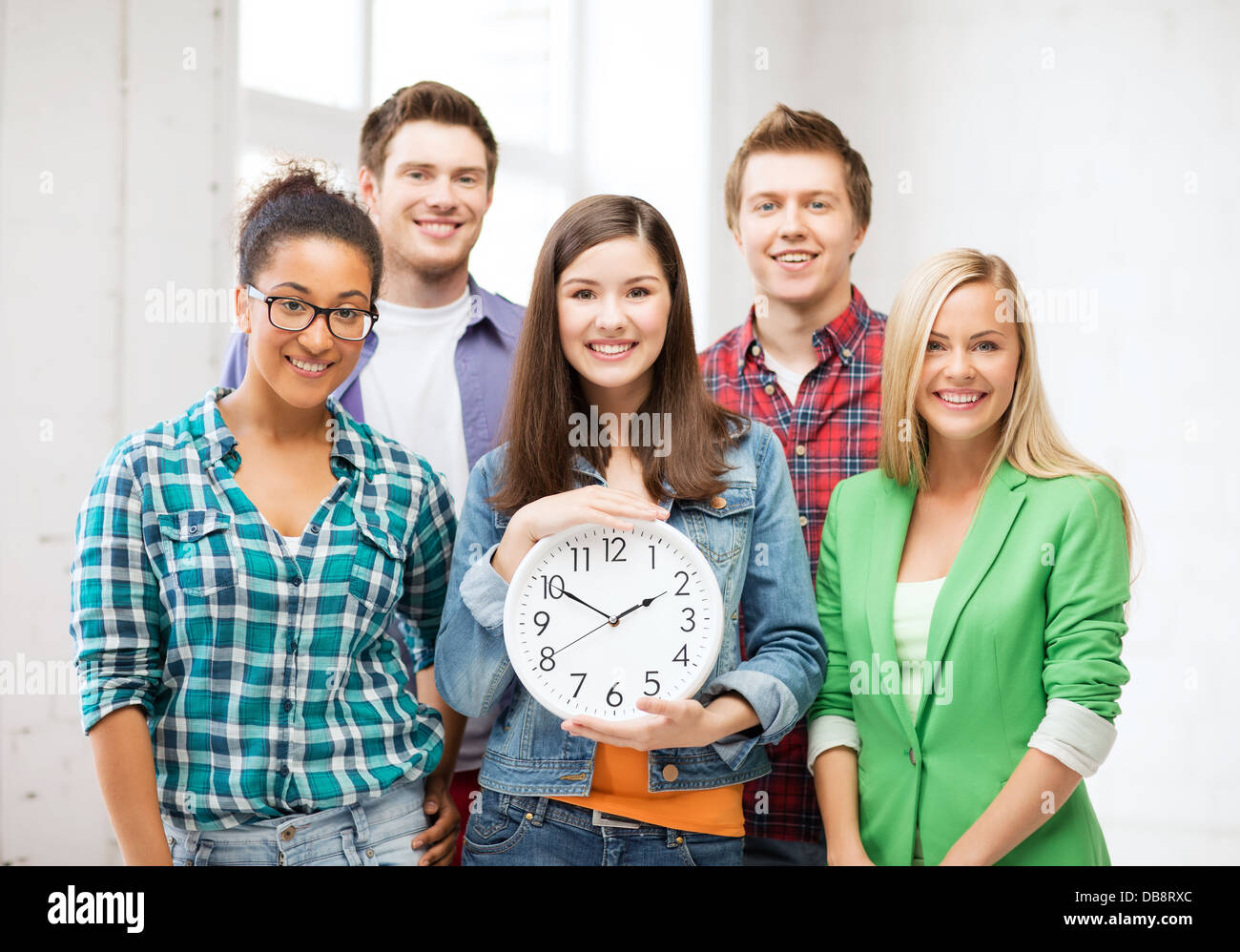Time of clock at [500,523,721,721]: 1:50
